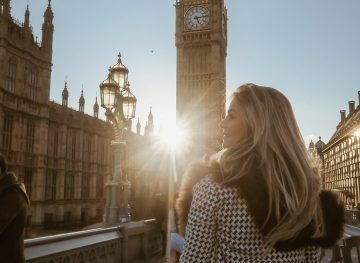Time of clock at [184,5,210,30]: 5:13
